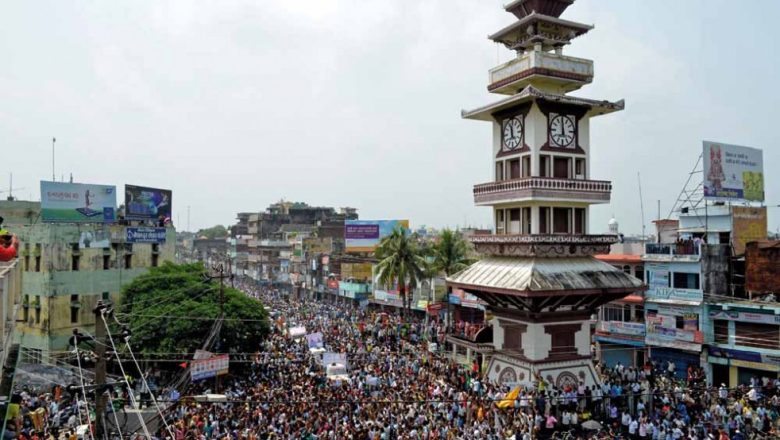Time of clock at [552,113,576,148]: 11:59
